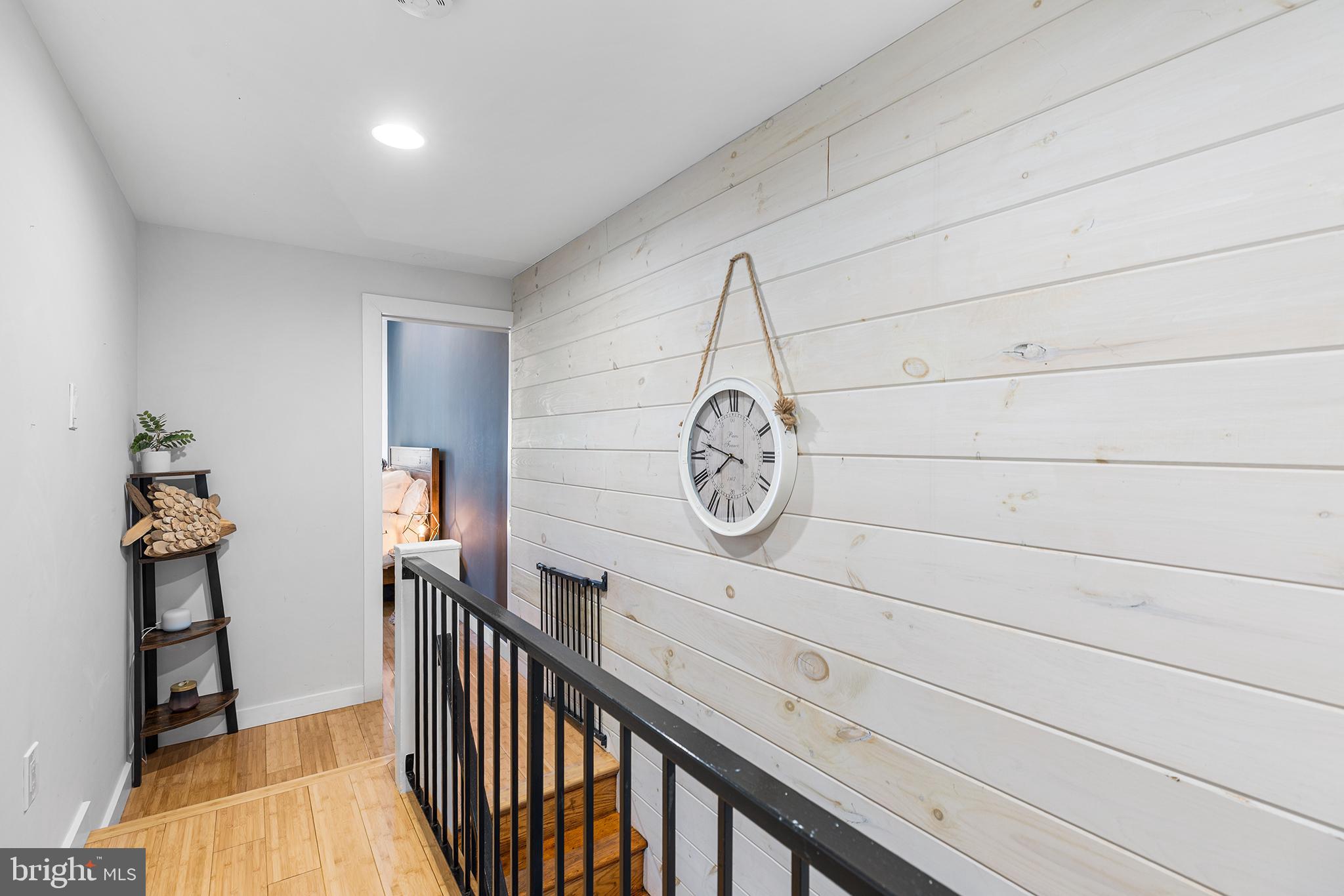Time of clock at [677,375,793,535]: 7:47
